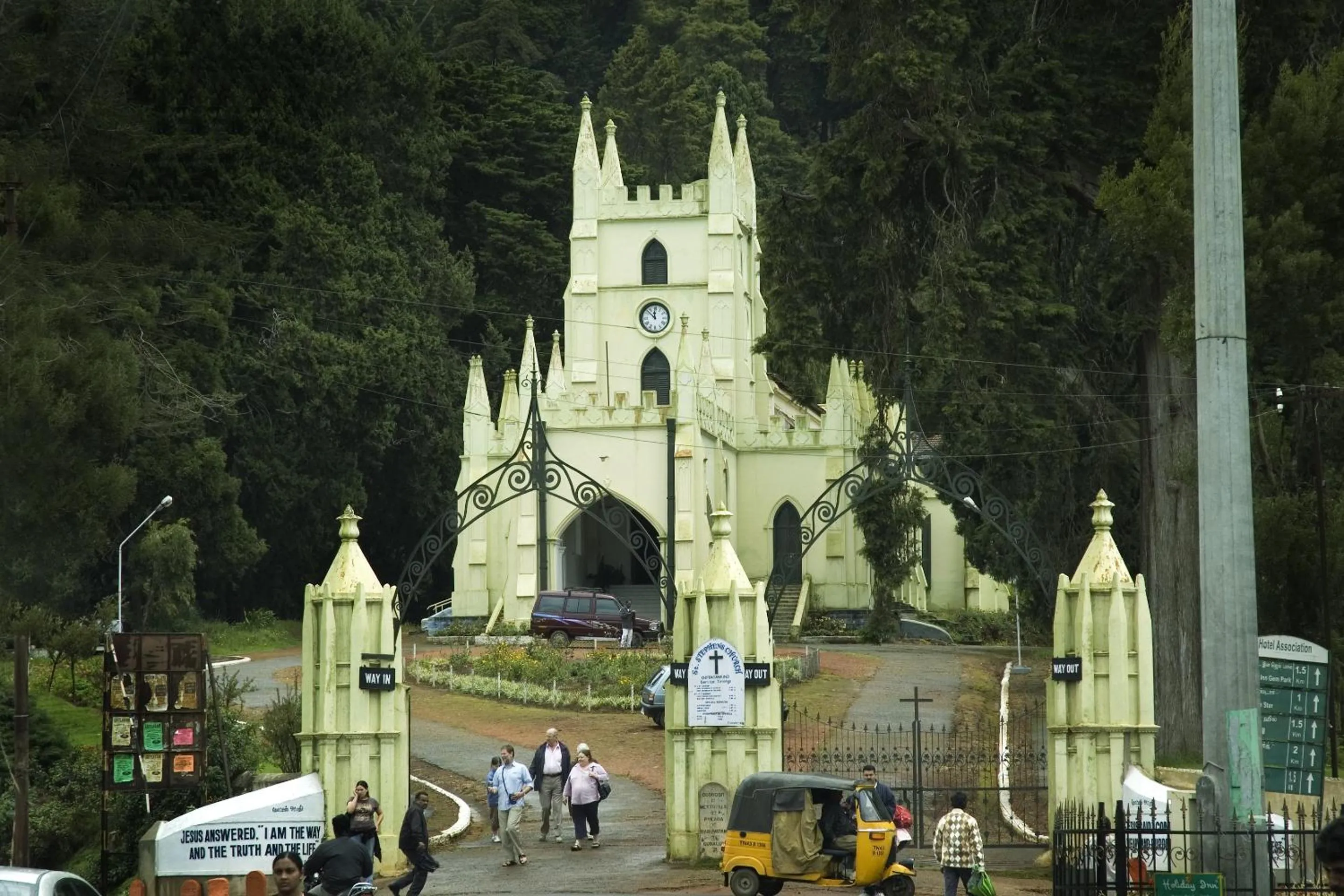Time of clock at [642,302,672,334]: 11:52
